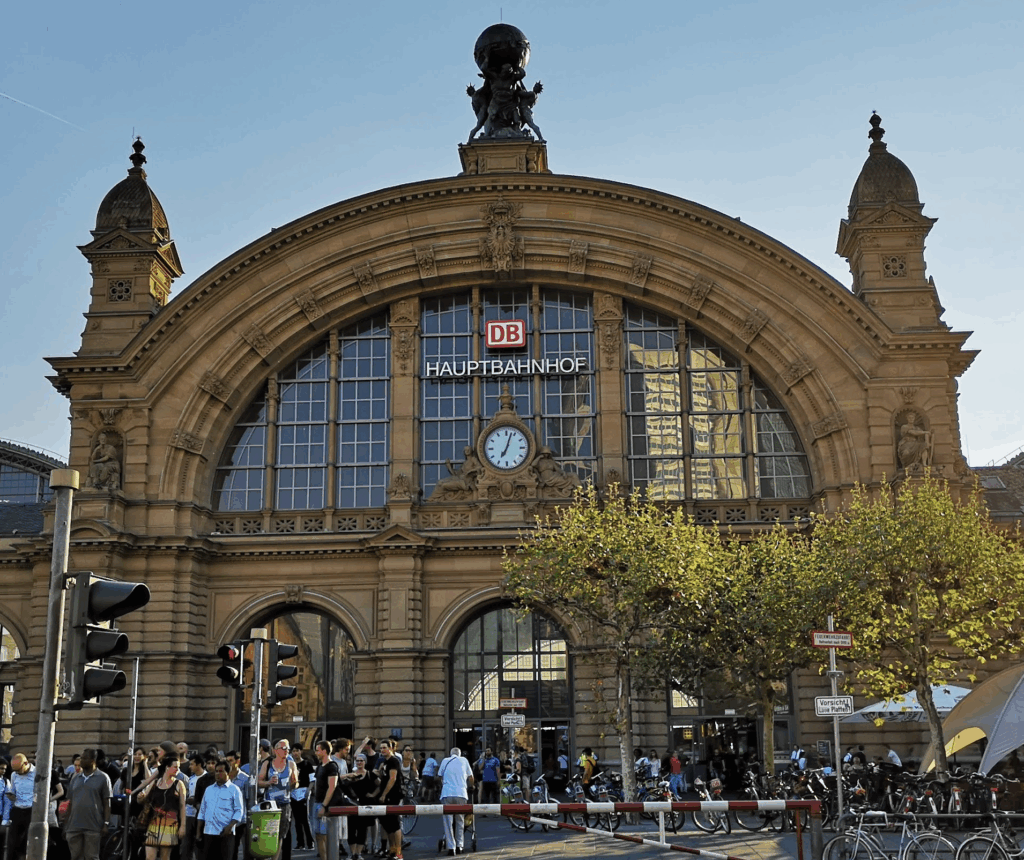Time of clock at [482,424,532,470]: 7:03
